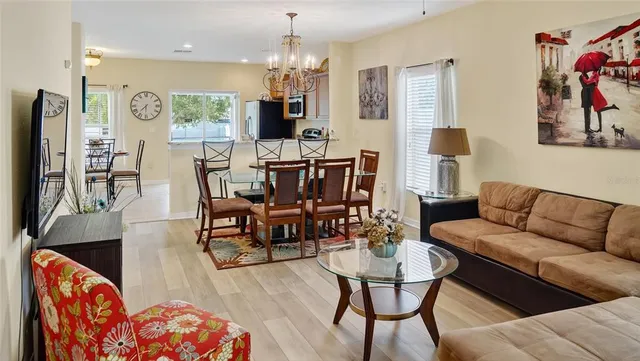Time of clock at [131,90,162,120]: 7:30
